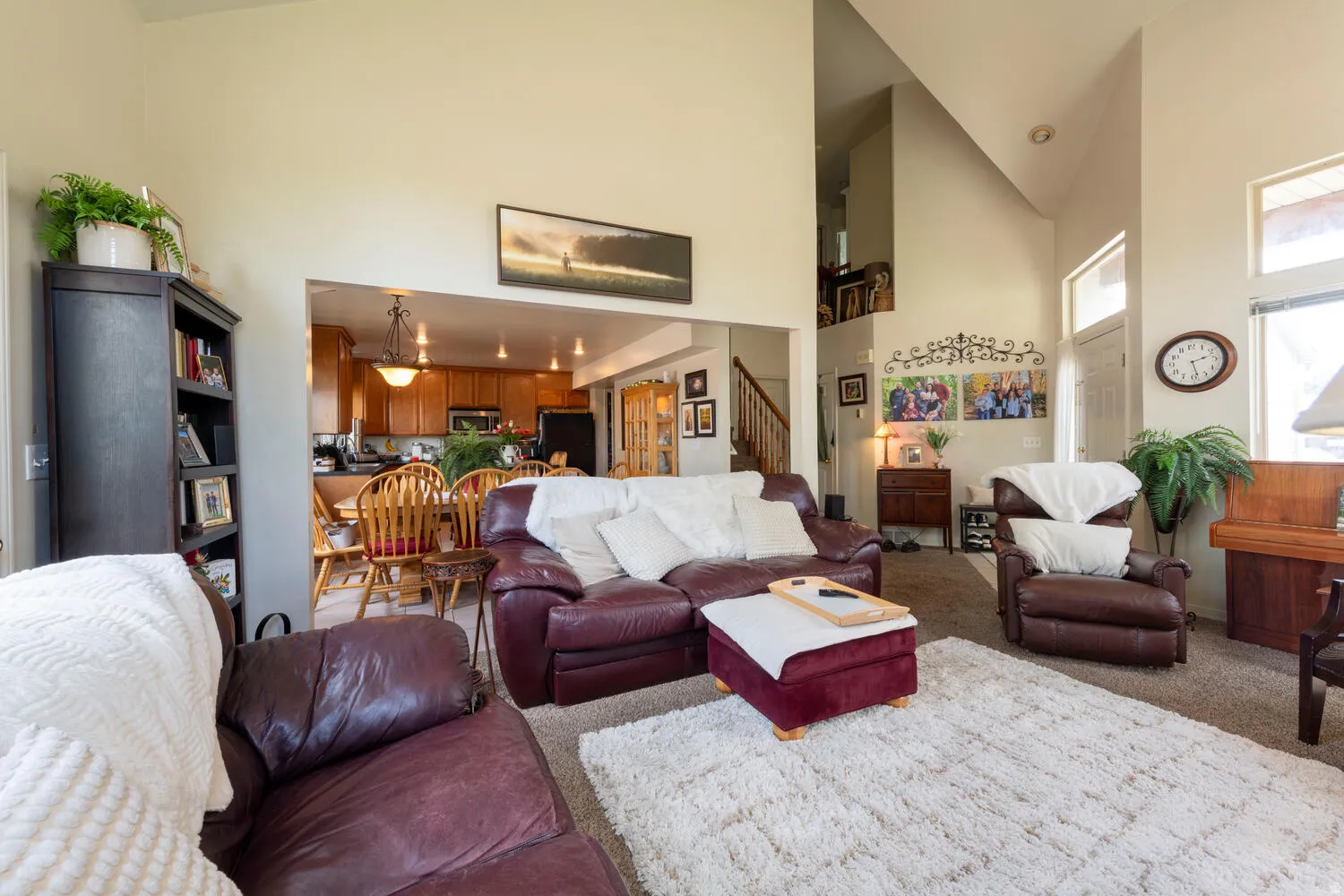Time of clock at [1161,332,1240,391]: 2:28
